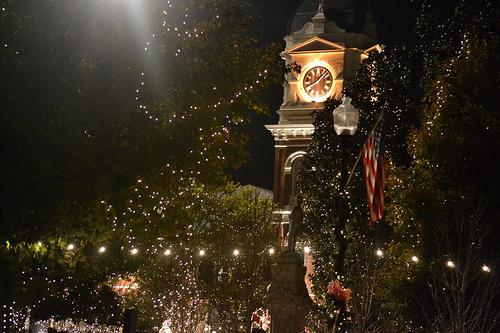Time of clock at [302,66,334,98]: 8:07
